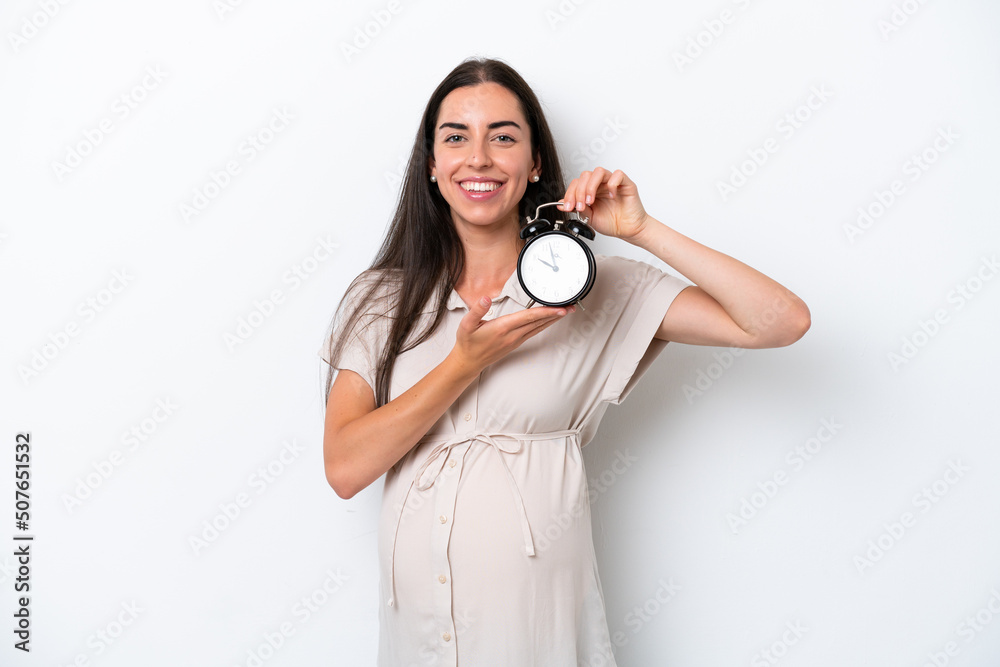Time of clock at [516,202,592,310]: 9:57
